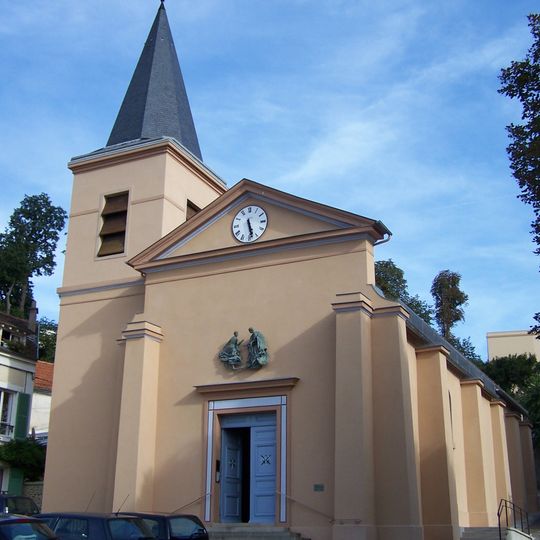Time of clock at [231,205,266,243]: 5:27
